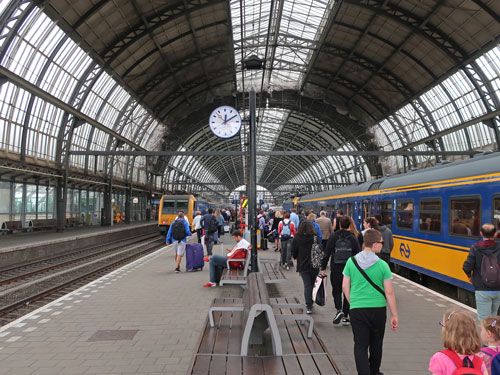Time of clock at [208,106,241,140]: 12:09
